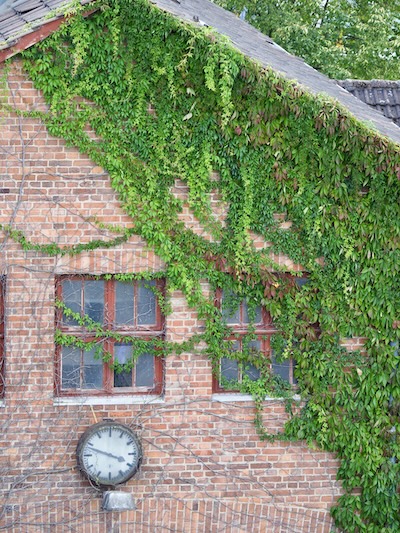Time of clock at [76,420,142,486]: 3:48
